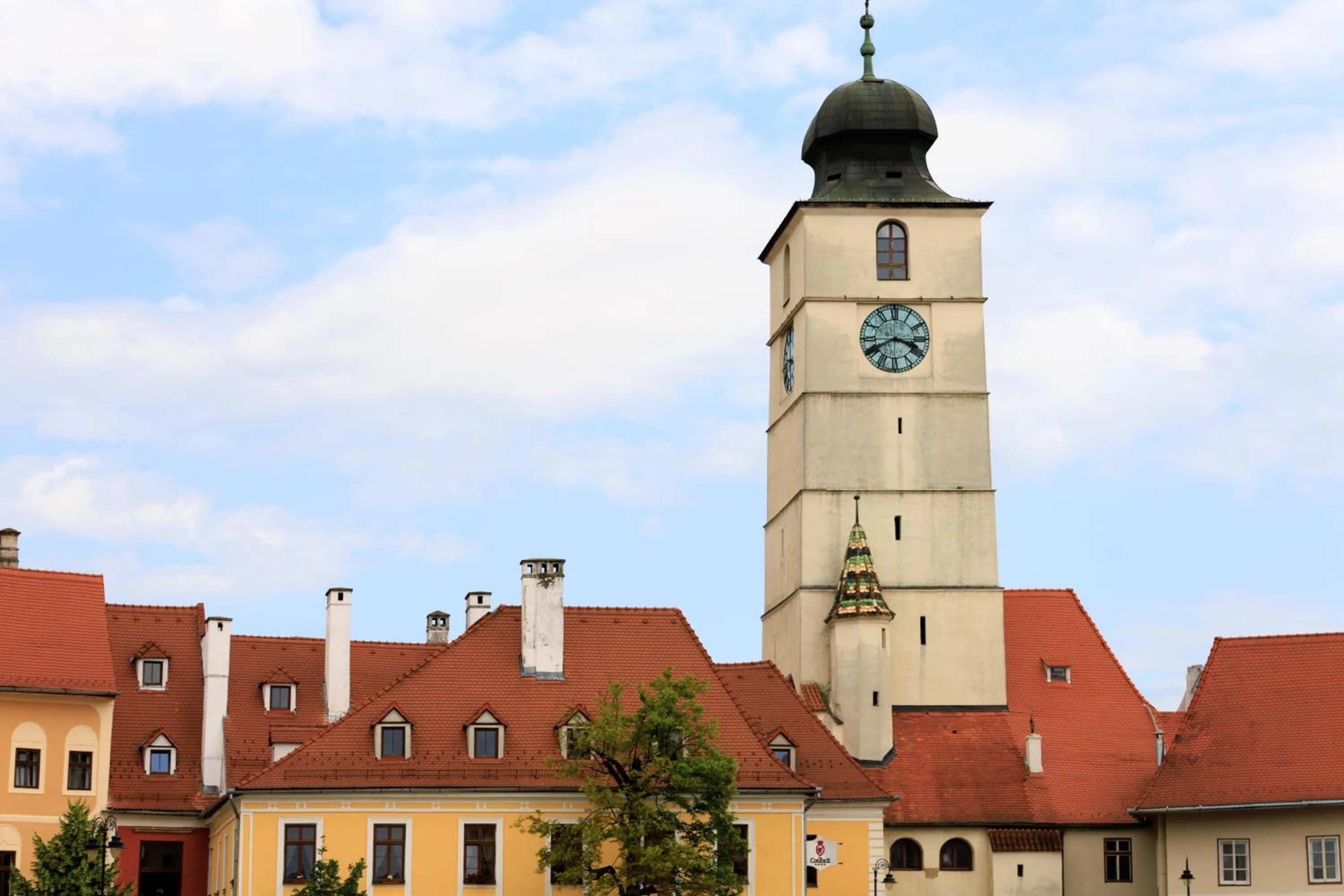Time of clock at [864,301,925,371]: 3:40
